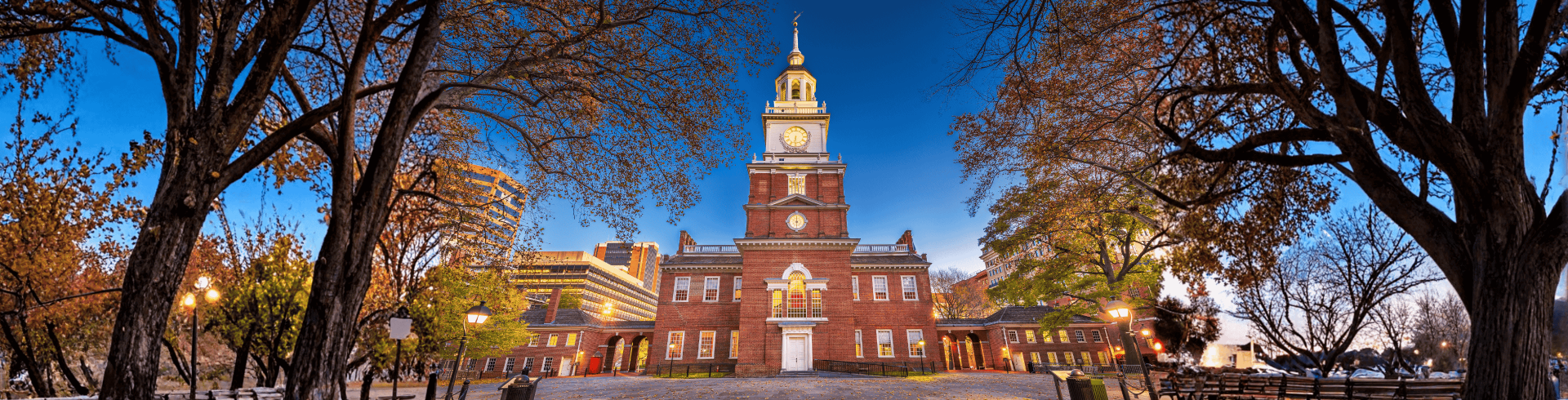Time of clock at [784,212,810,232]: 5:59
